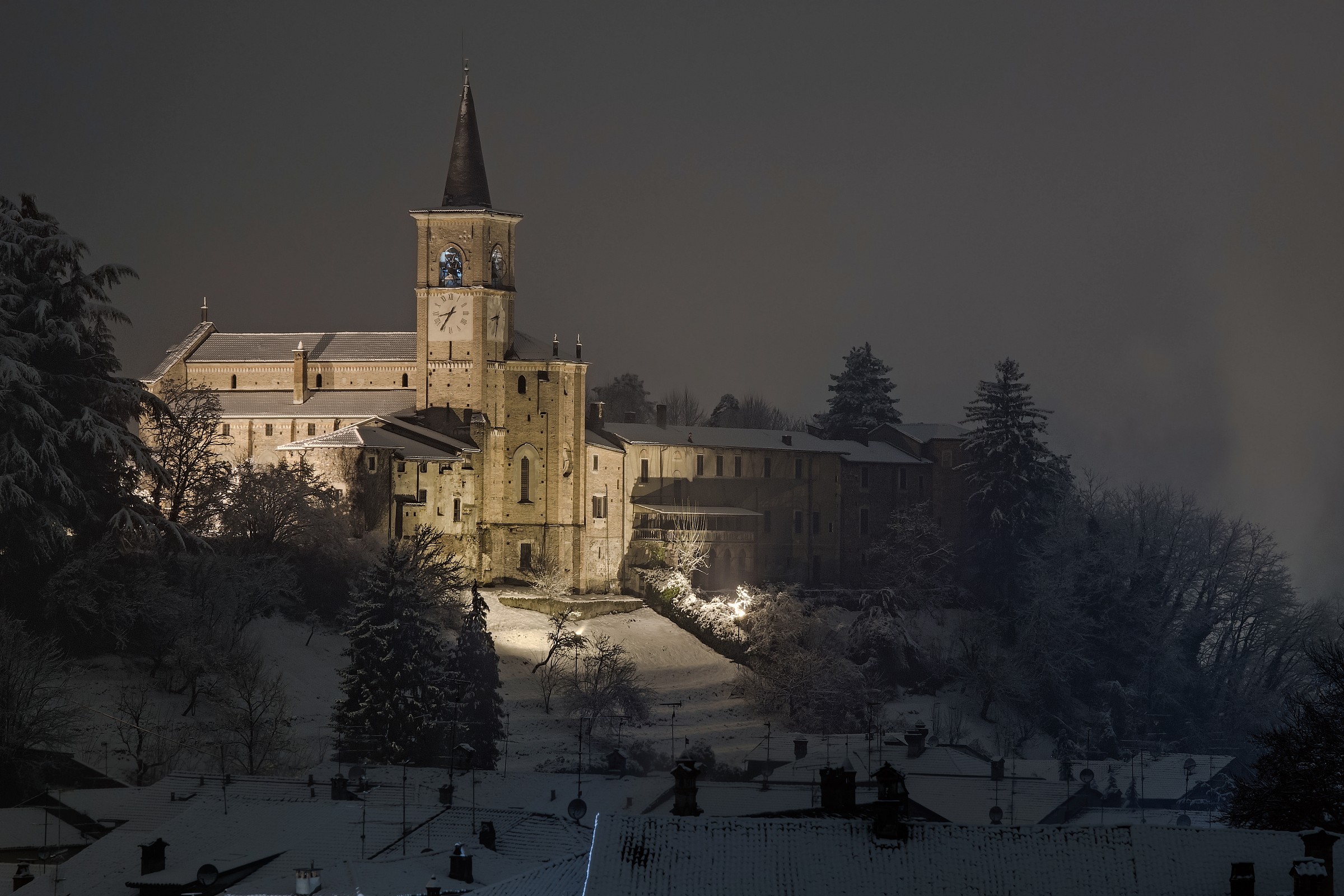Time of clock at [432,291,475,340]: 8:35
